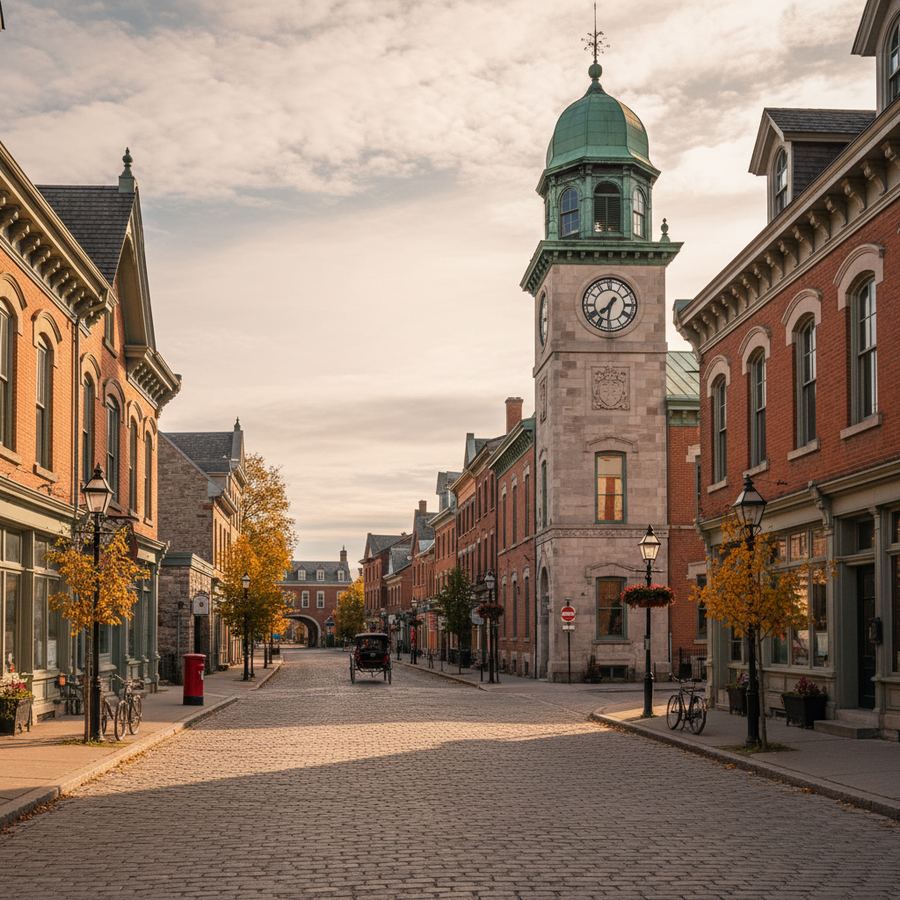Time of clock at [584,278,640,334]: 7:31
